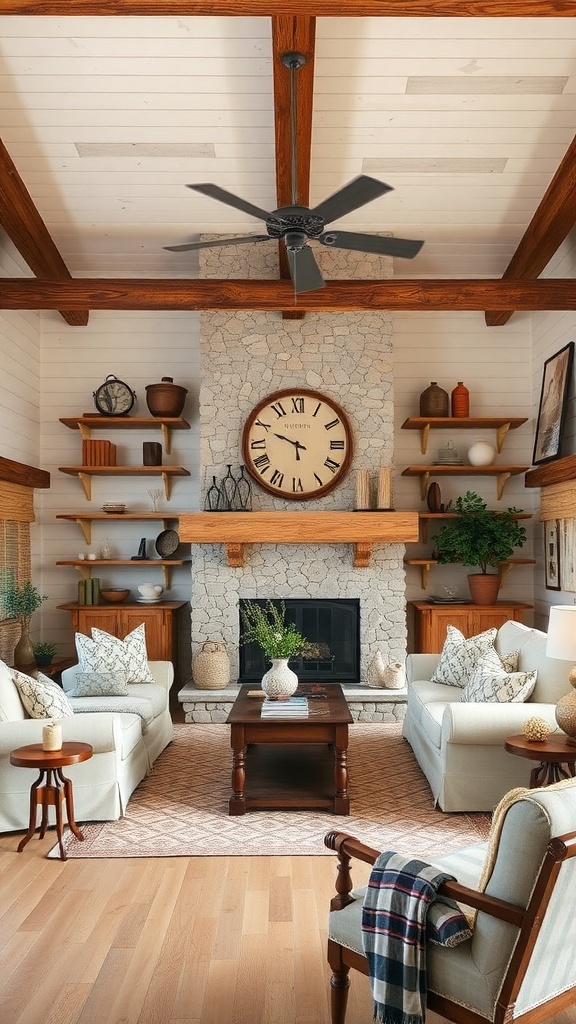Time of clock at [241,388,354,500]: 5:49
